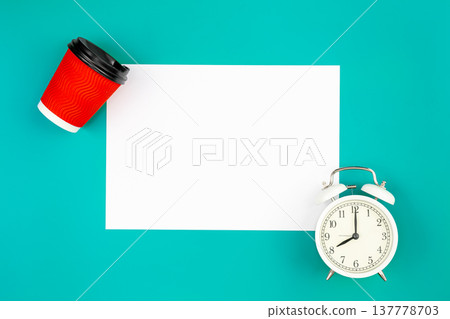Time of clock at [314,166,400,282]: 8:00
